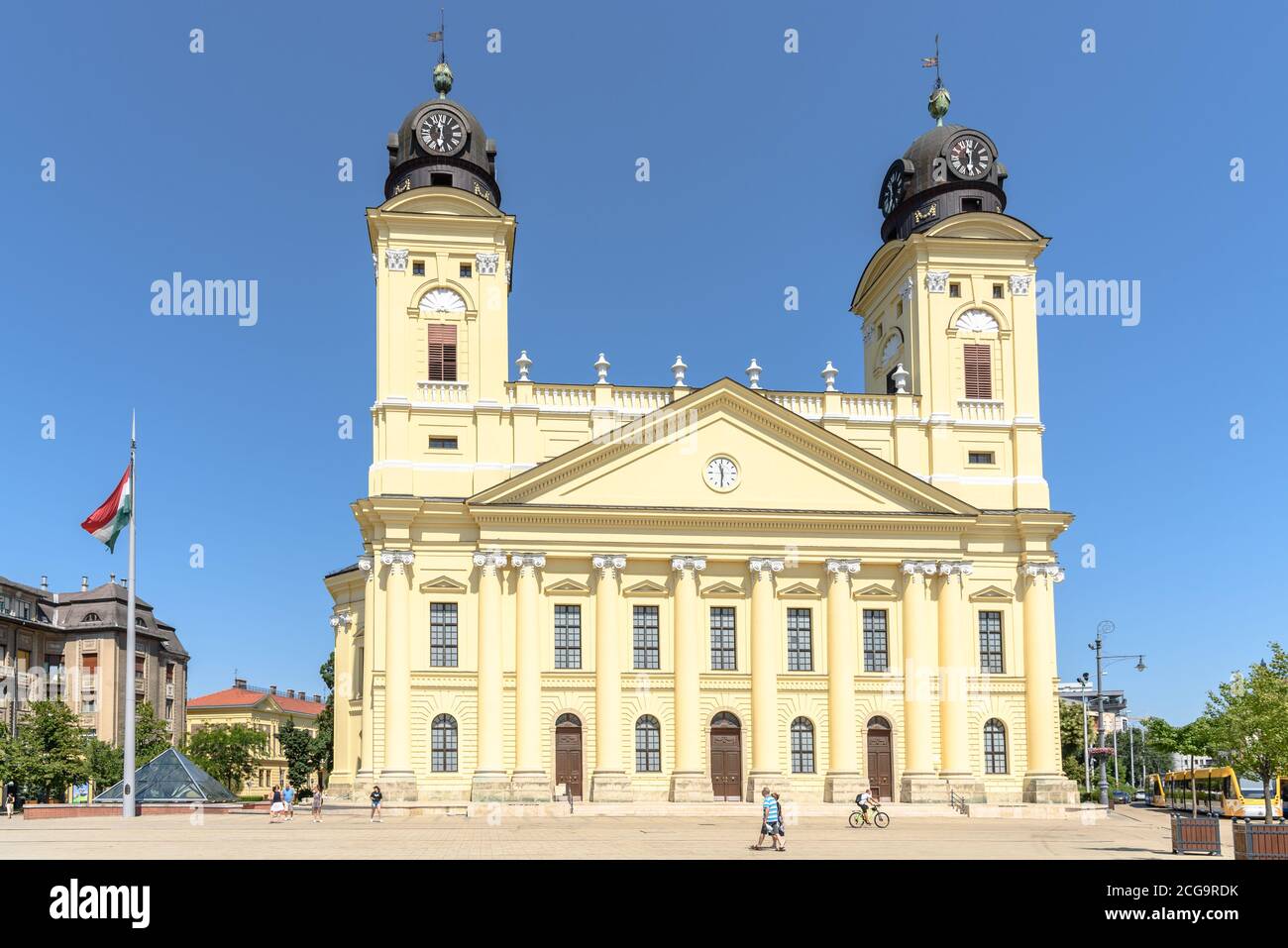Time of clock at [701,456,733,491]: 11:30
